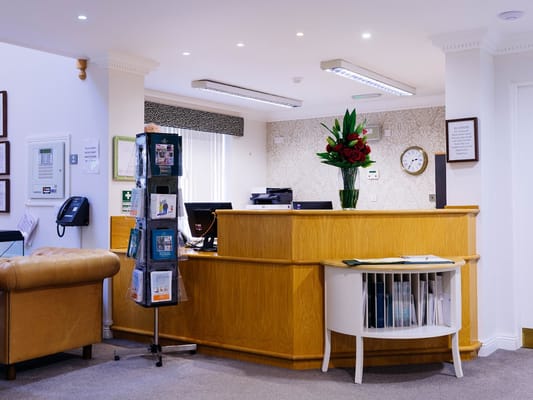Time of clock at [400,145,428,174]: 2:35
